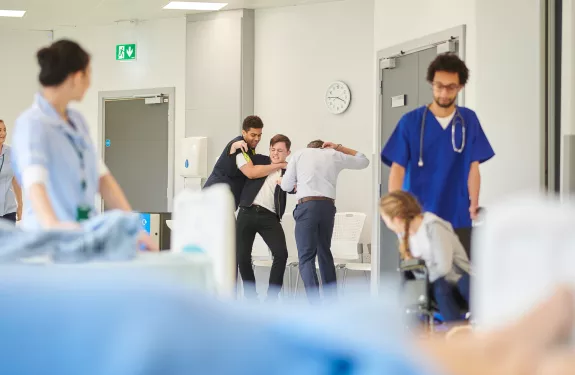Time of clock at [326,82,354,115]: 3:45
